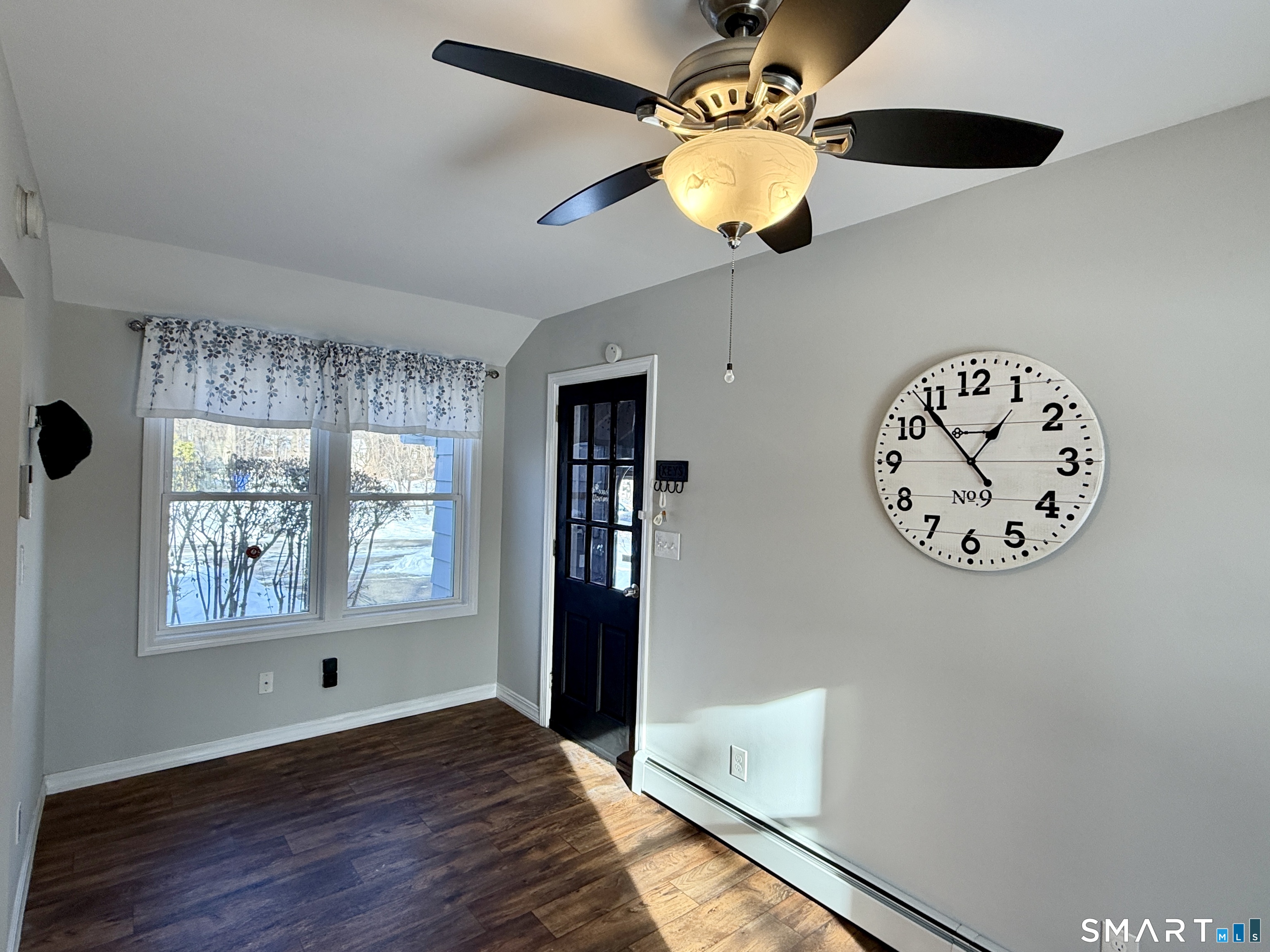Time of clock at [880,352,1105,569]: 12:53
